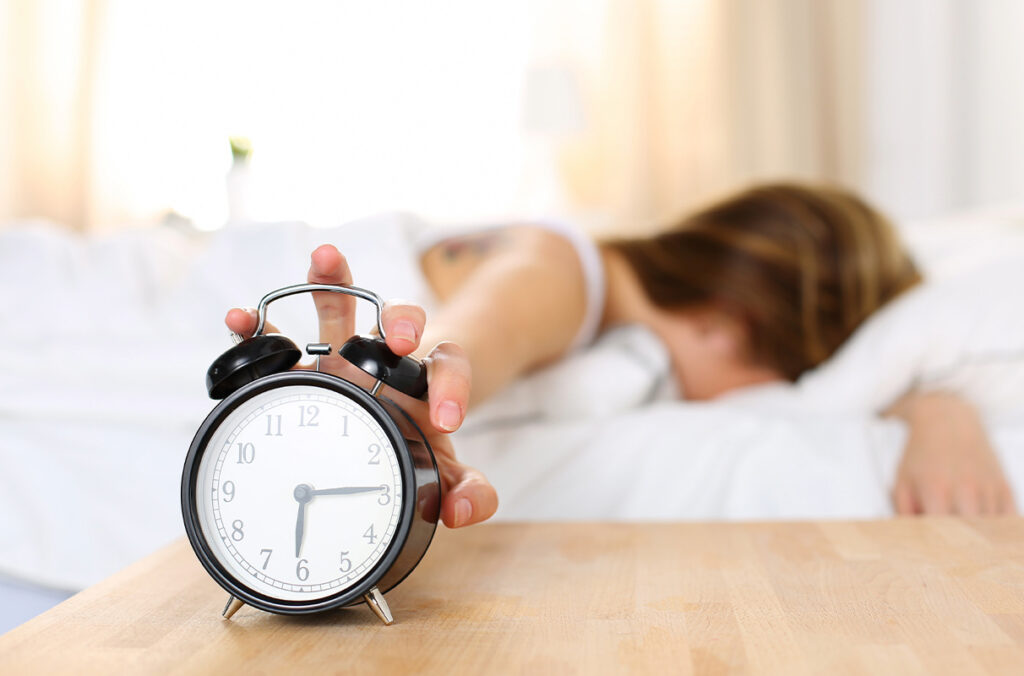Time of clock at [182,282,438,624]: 6:14
